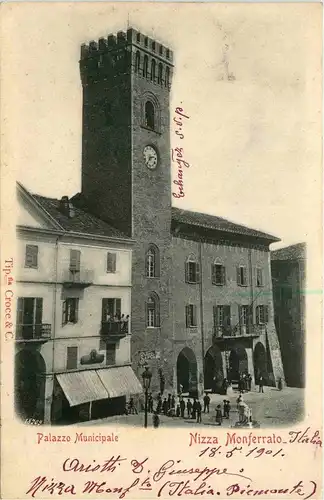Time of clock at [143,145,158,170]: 2:36
